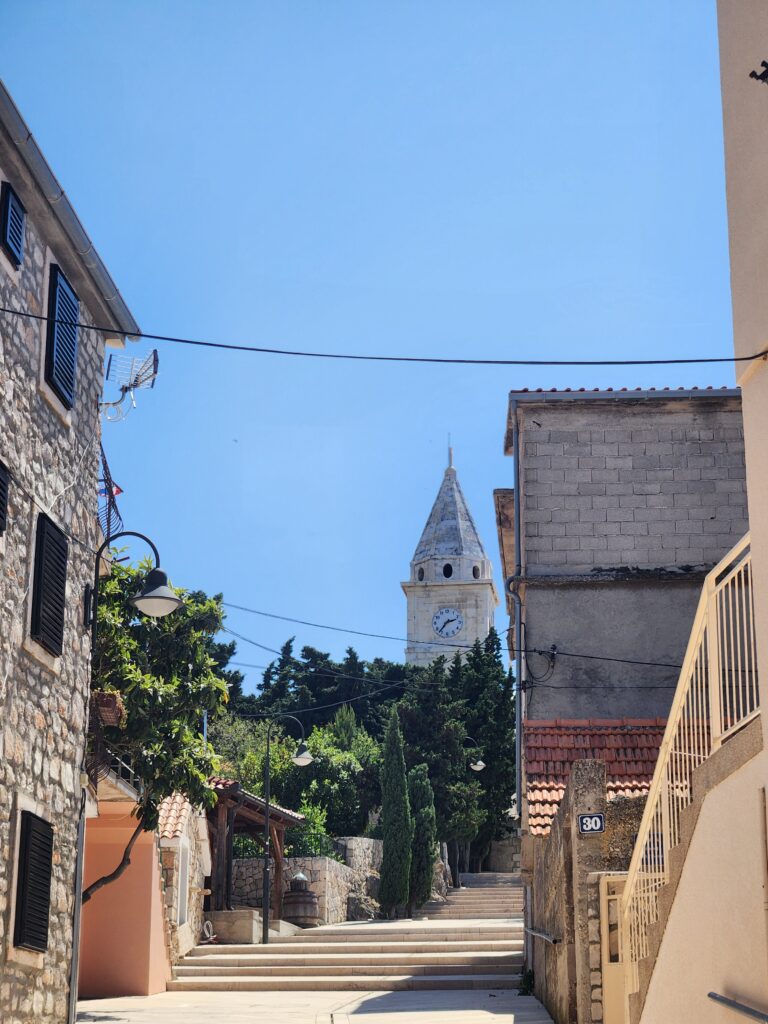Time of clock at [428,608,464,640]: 2:36
